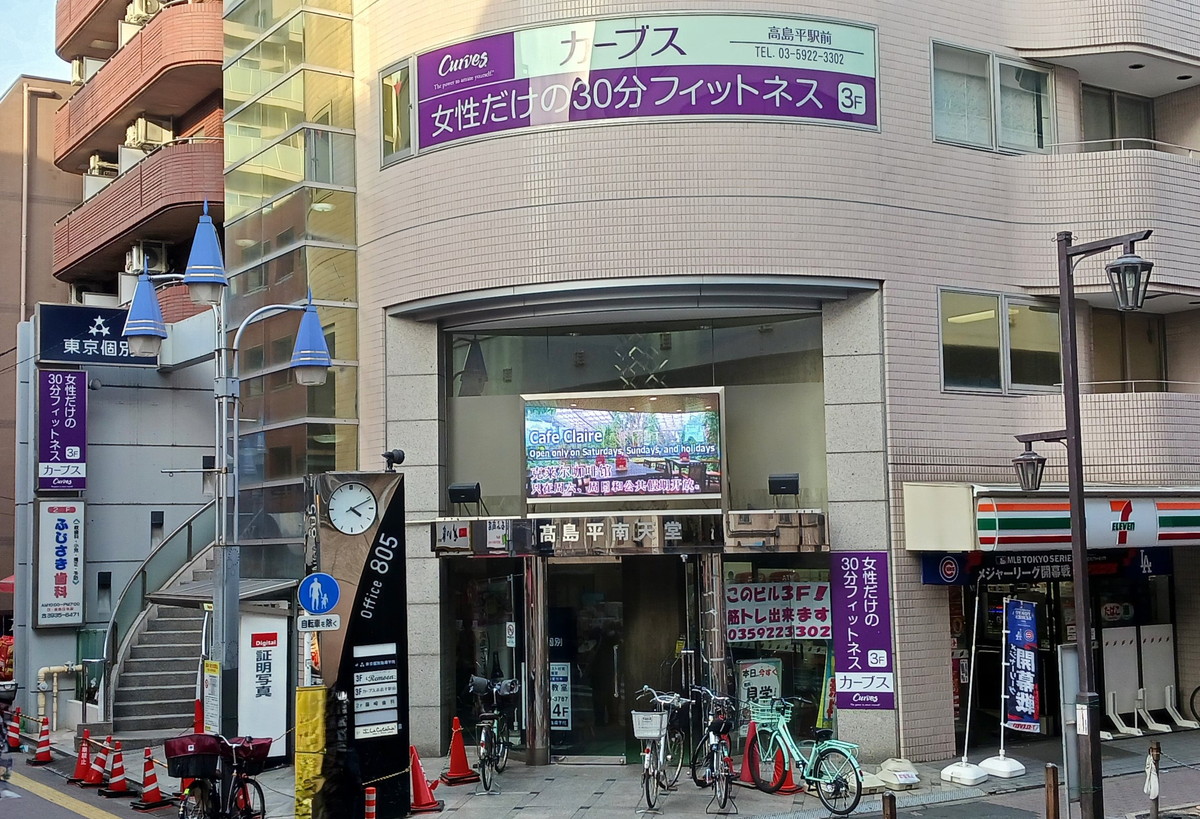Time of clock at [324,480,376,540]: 4:11
